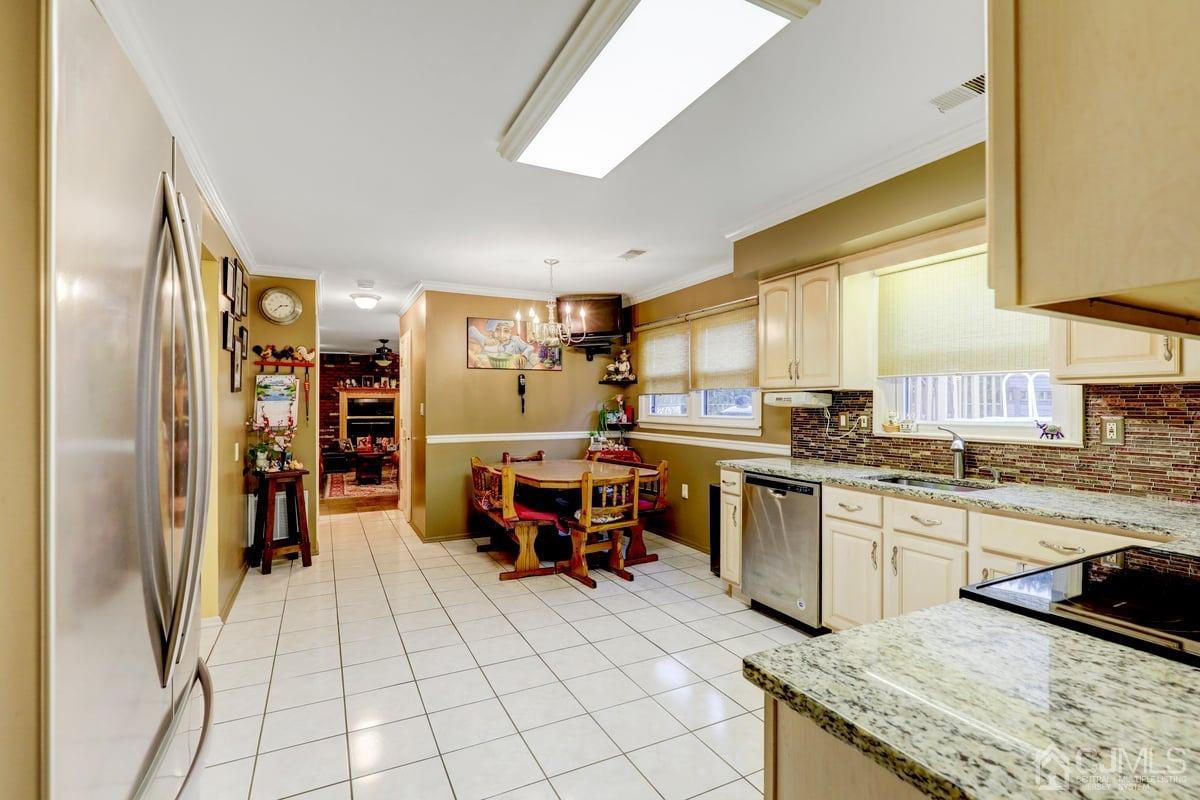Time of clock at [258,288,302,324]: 2:37
